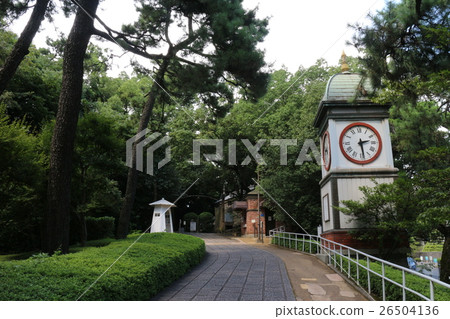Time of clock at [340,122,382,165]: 2:28
